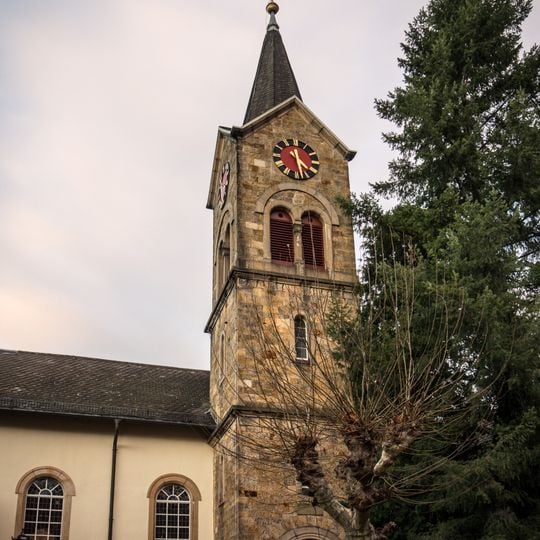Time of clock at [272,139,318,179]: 4:28
